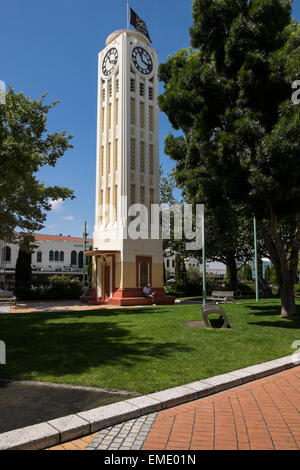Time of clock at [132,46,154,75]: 11:17
